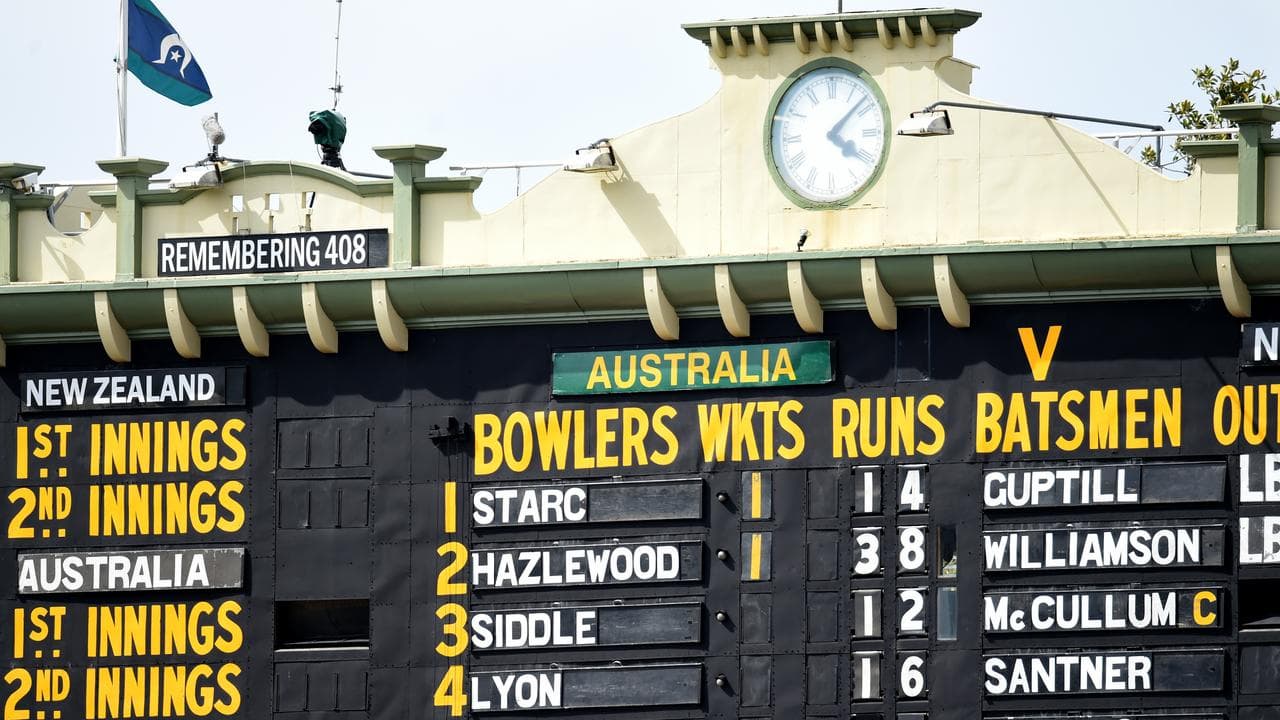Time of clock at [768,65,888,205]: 4:08
